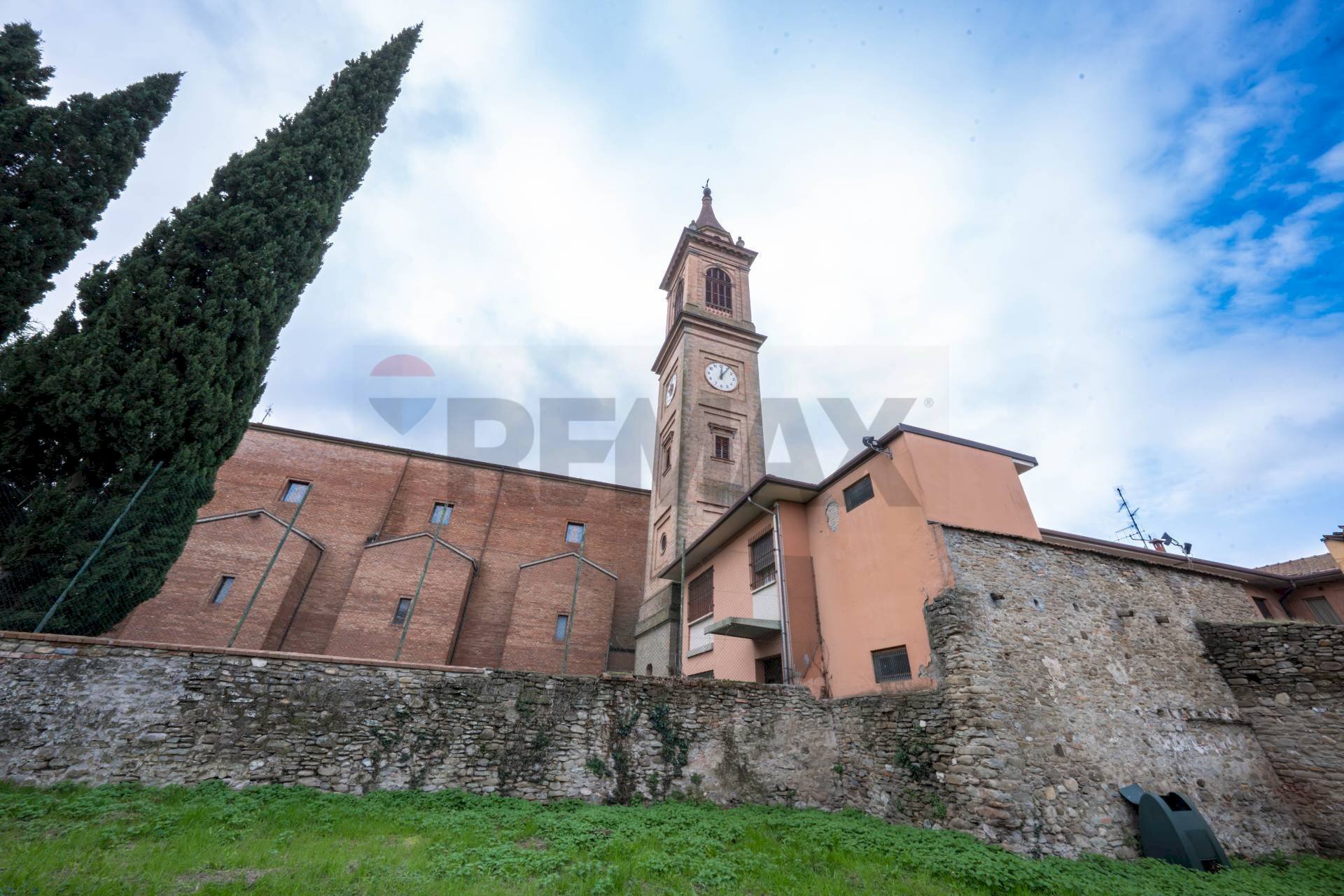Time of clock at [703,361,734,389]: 12:05
